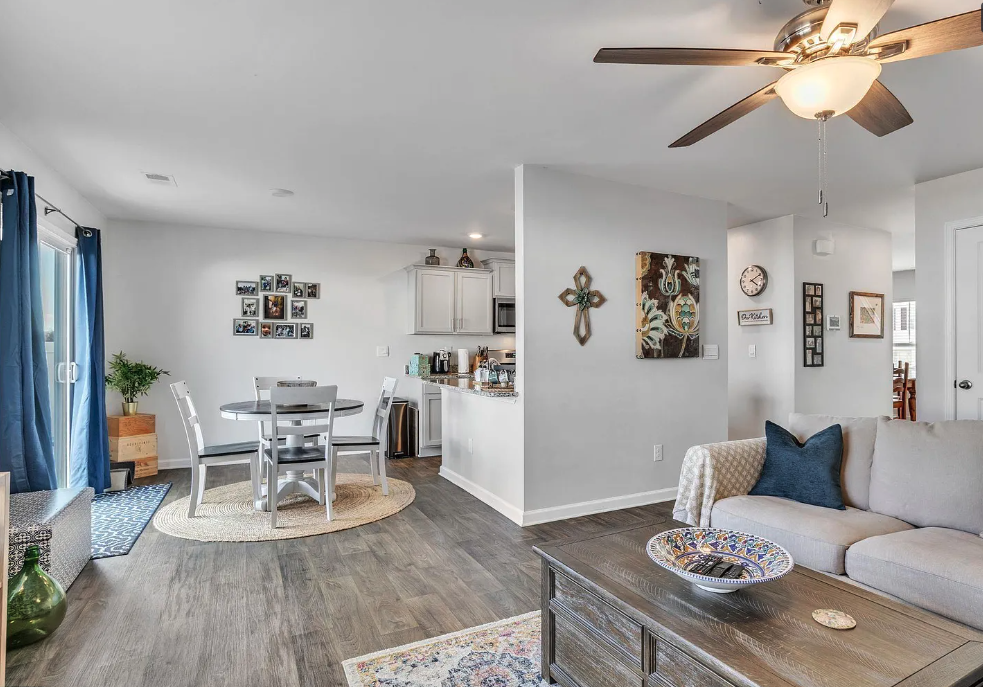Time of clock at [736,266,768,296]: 4:10
